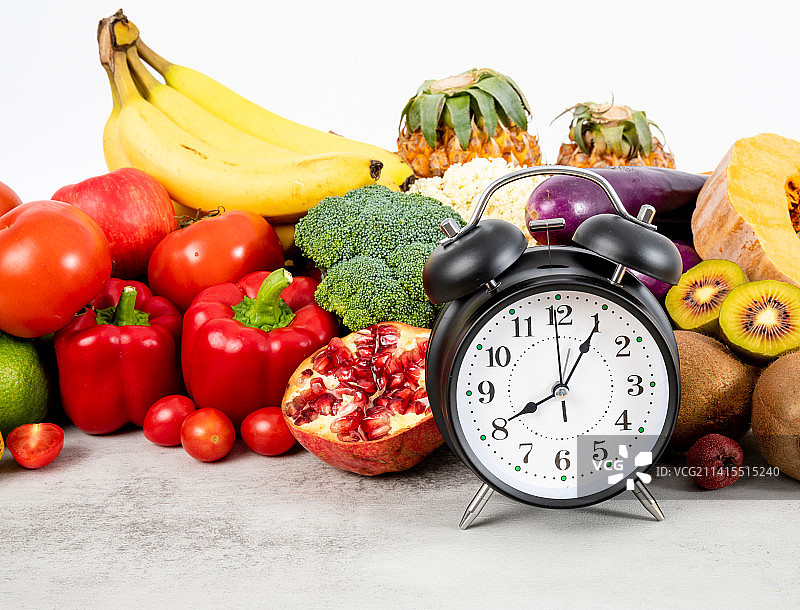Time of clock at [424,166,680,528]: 8:05
